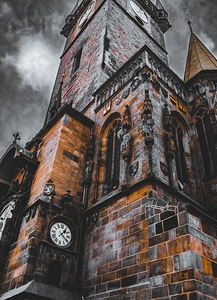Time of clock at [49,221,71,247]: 1:20
